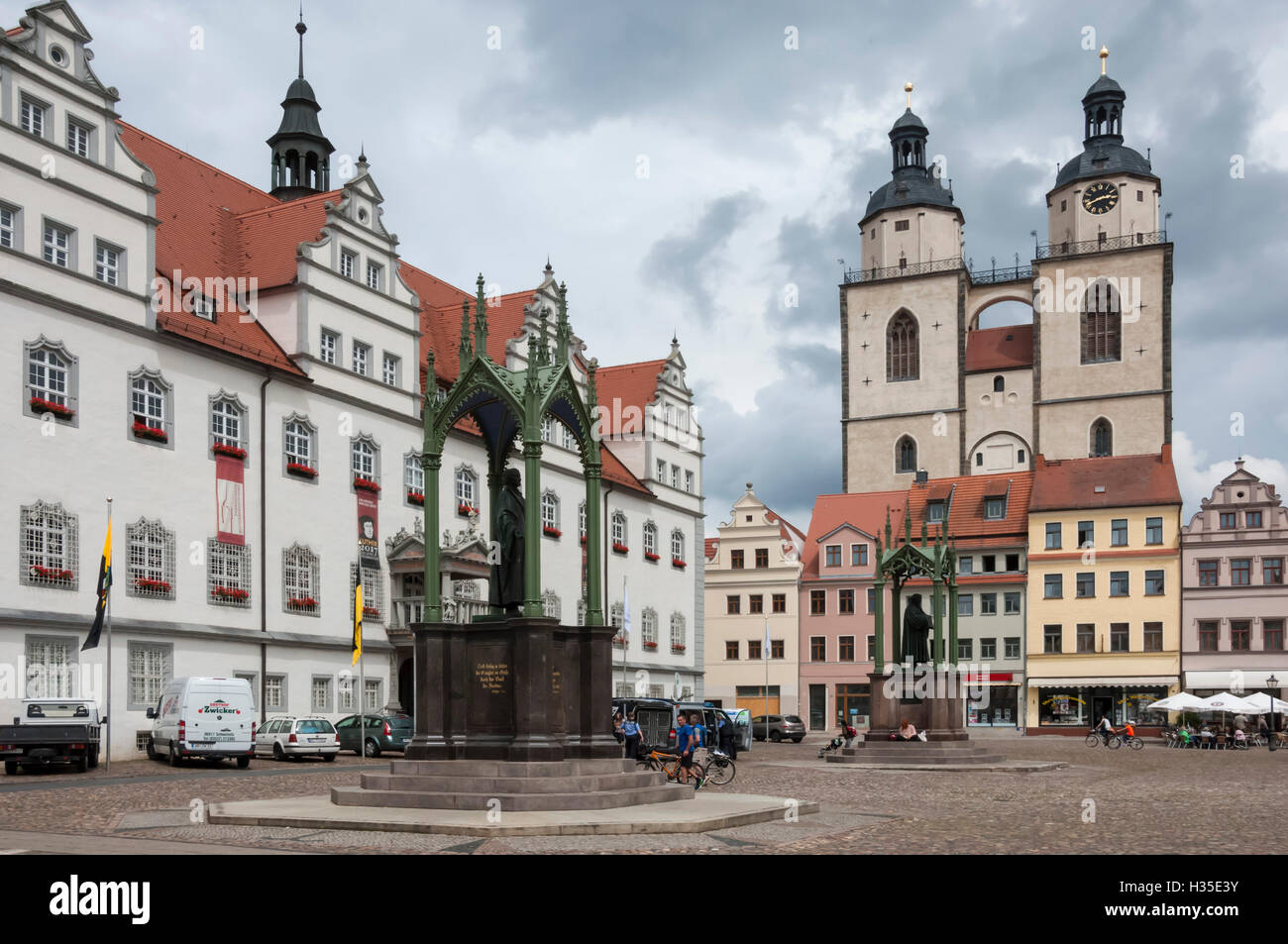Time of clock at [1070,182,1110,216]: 2:40
